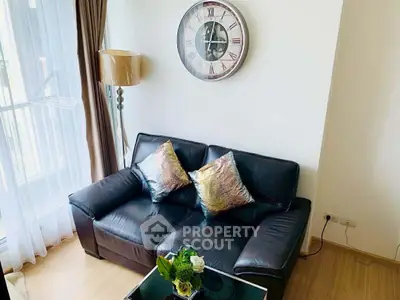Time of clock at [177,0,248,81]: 12:15
